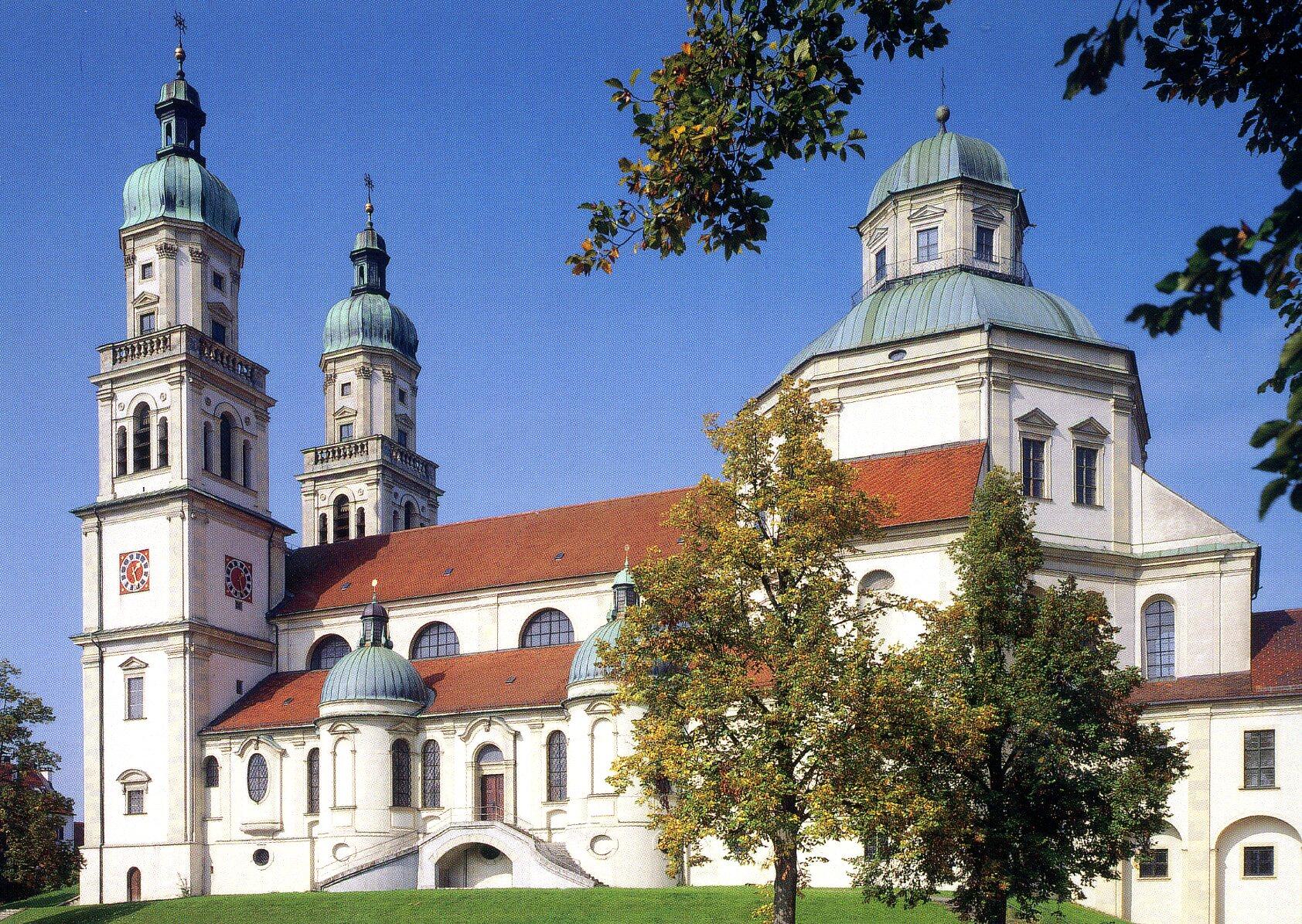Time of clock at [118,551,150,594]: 1:26
